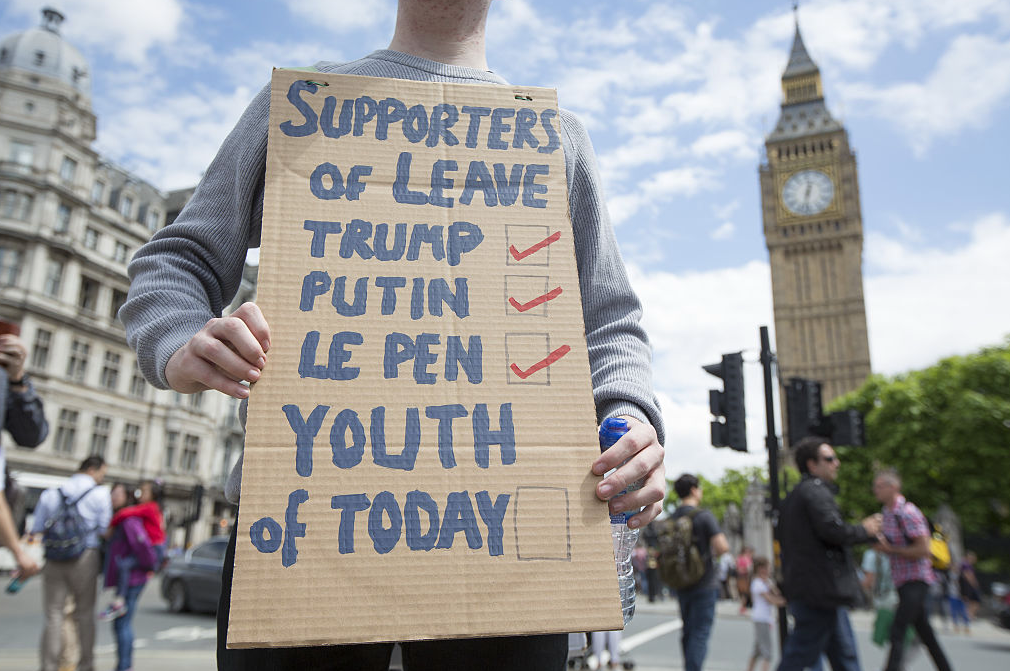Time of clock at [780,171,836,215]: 12:32
